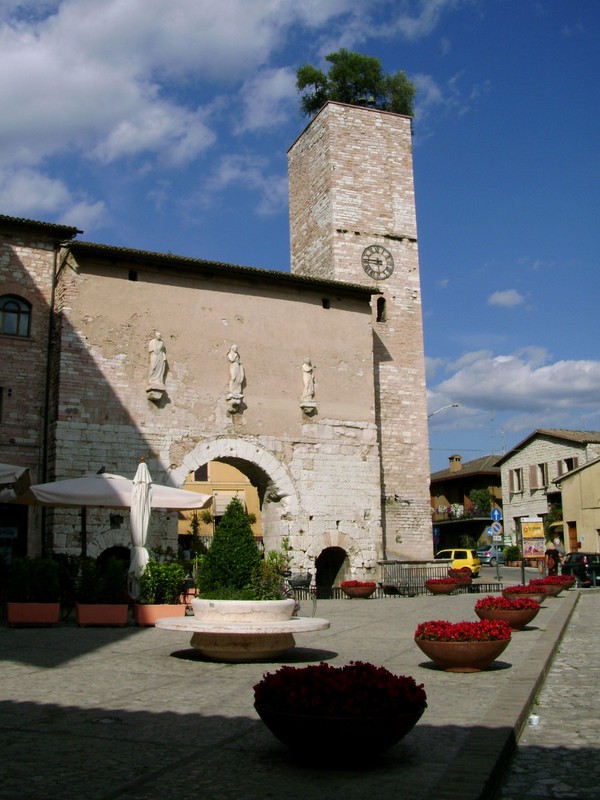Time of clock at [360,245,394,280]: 5:45
